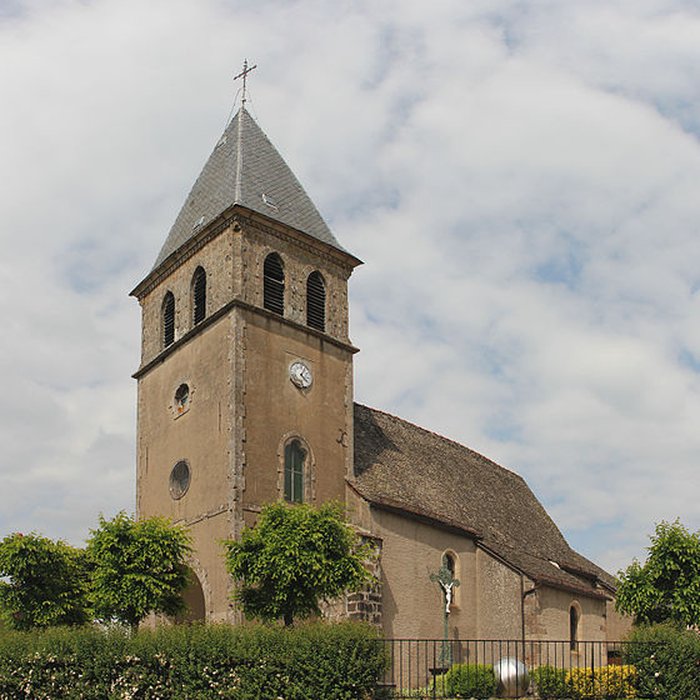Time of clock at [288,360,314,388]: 4:04
